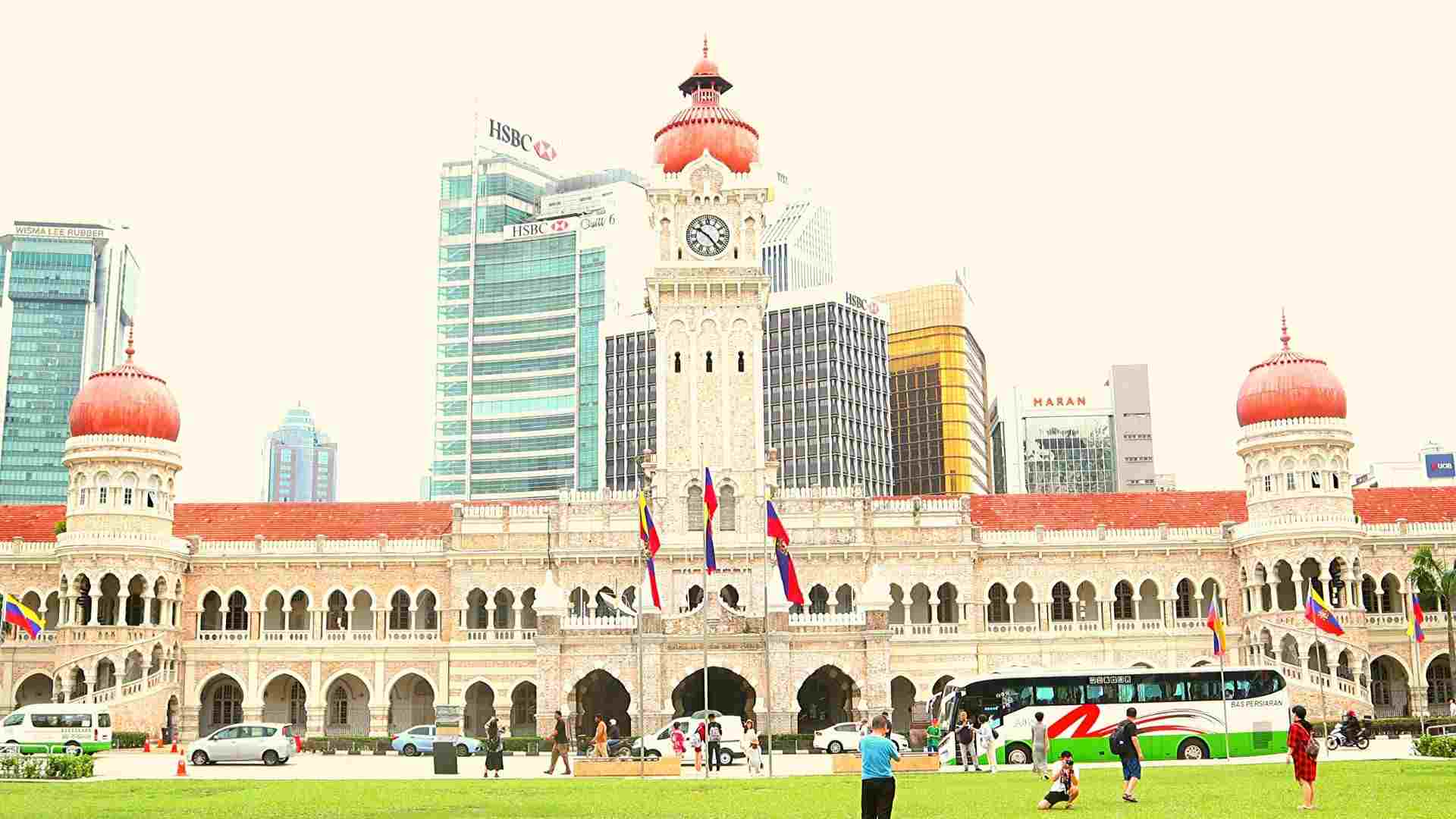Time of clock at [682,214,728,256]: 10:23
